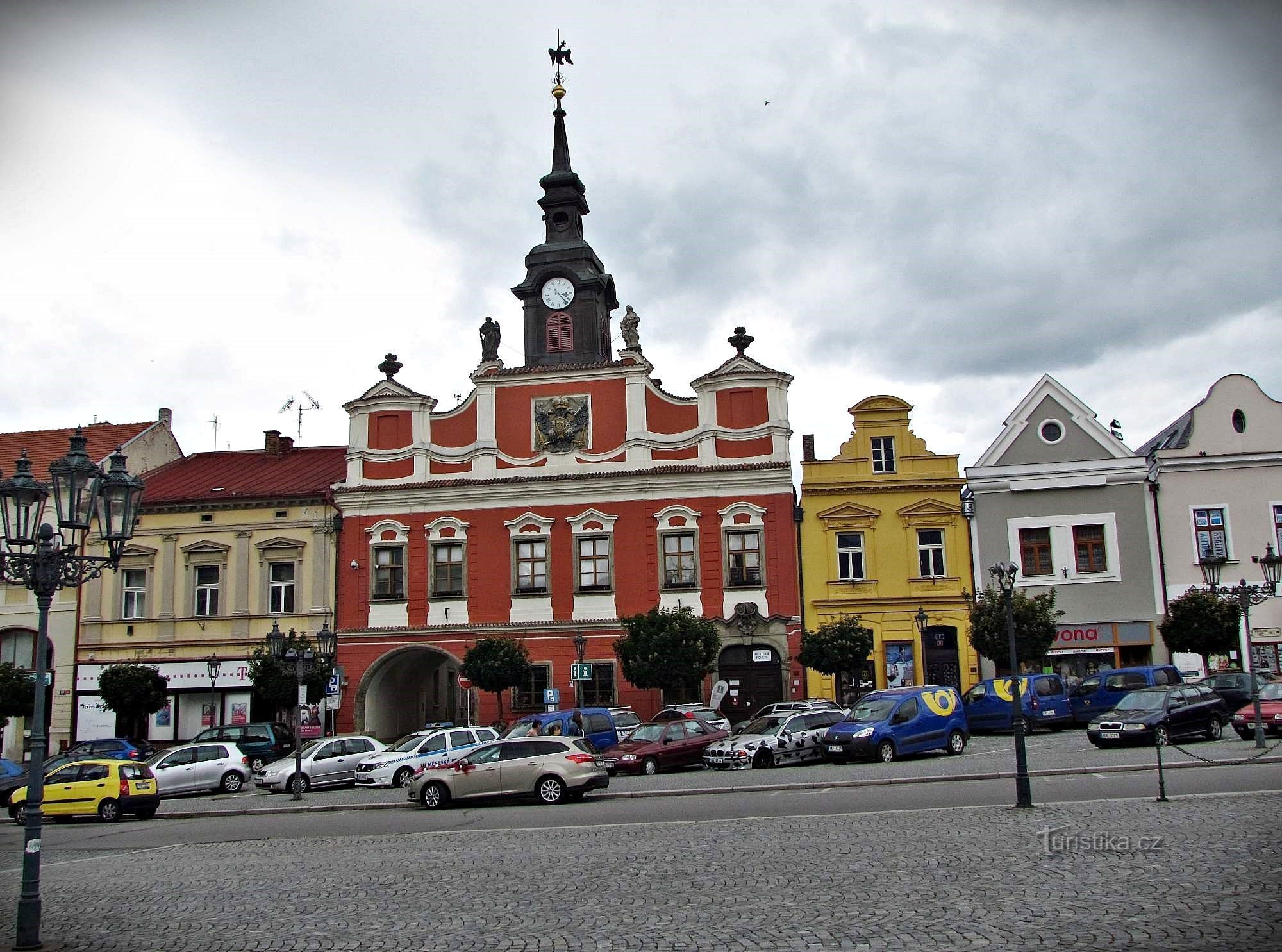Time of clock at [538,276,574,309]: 3:23
